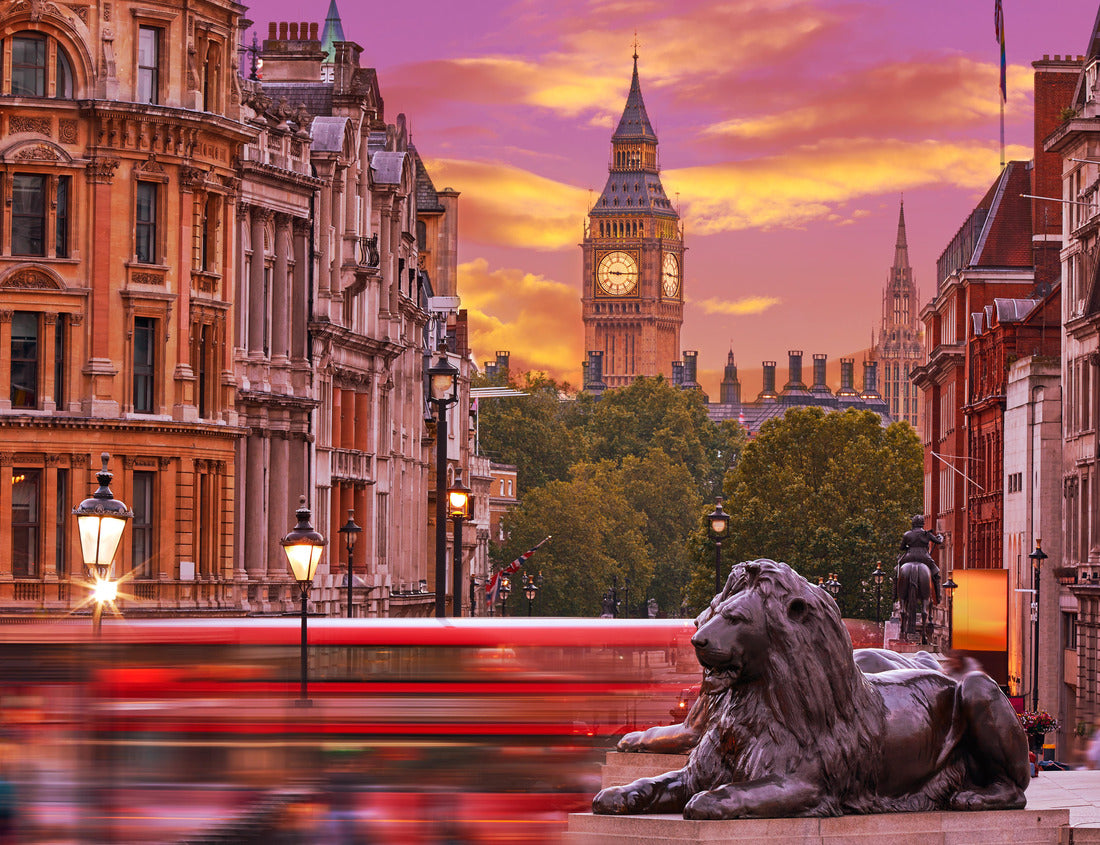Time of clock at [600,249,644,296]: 9:15
